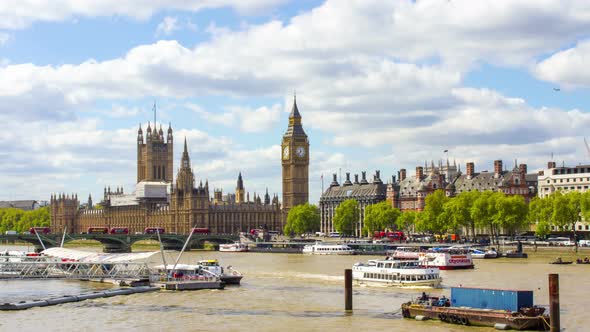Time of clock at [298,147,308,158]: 11:37
